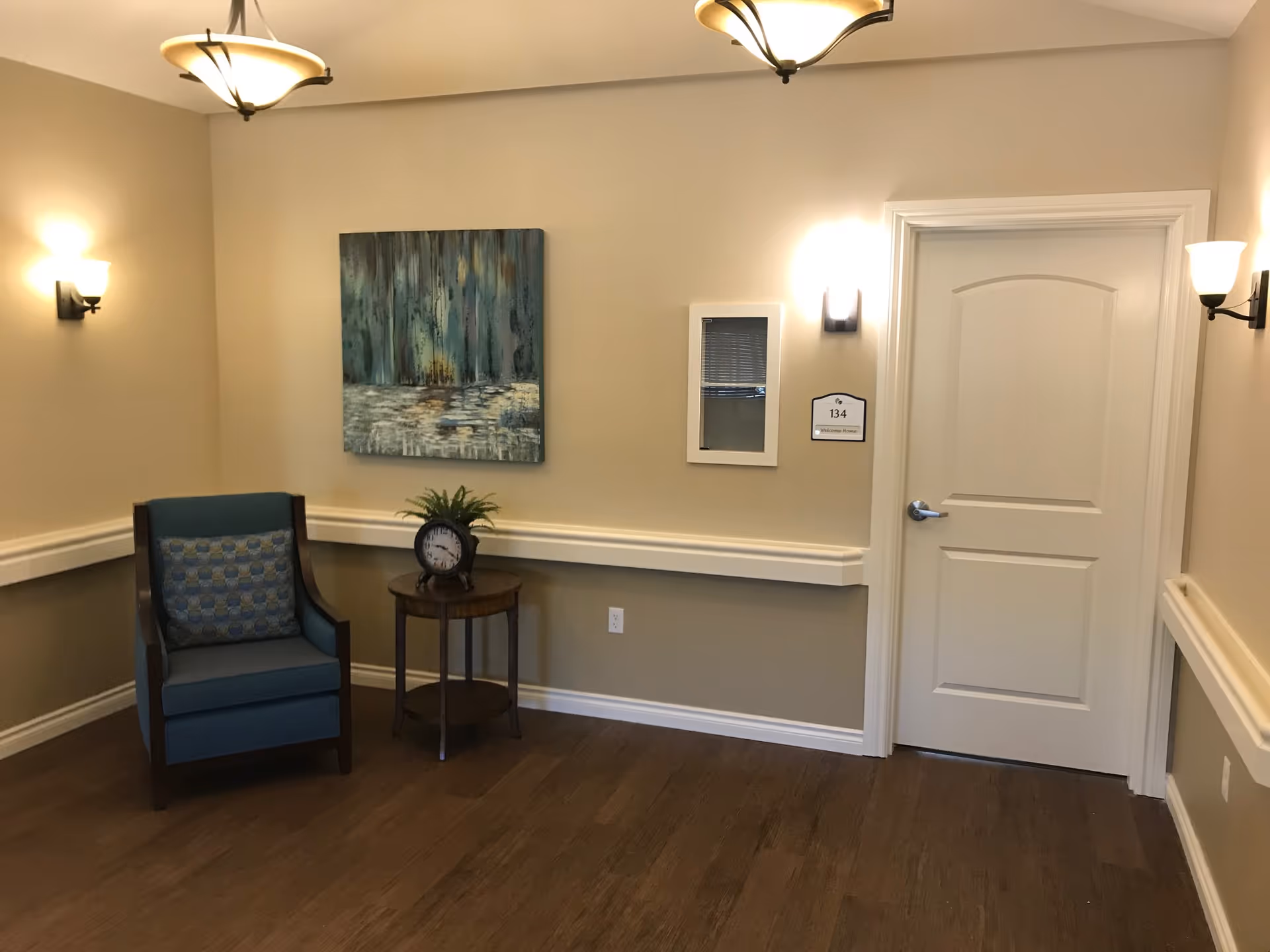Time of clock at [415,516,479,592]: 9:20
